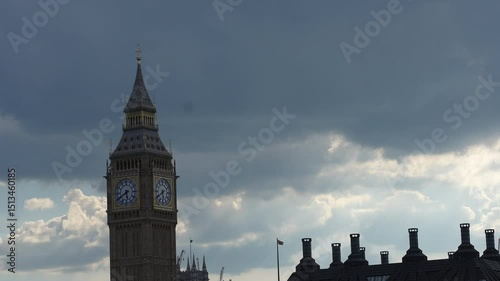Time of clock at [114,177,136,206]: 5:40
